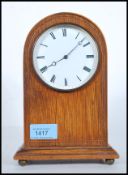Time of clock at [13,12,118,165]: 8:07
